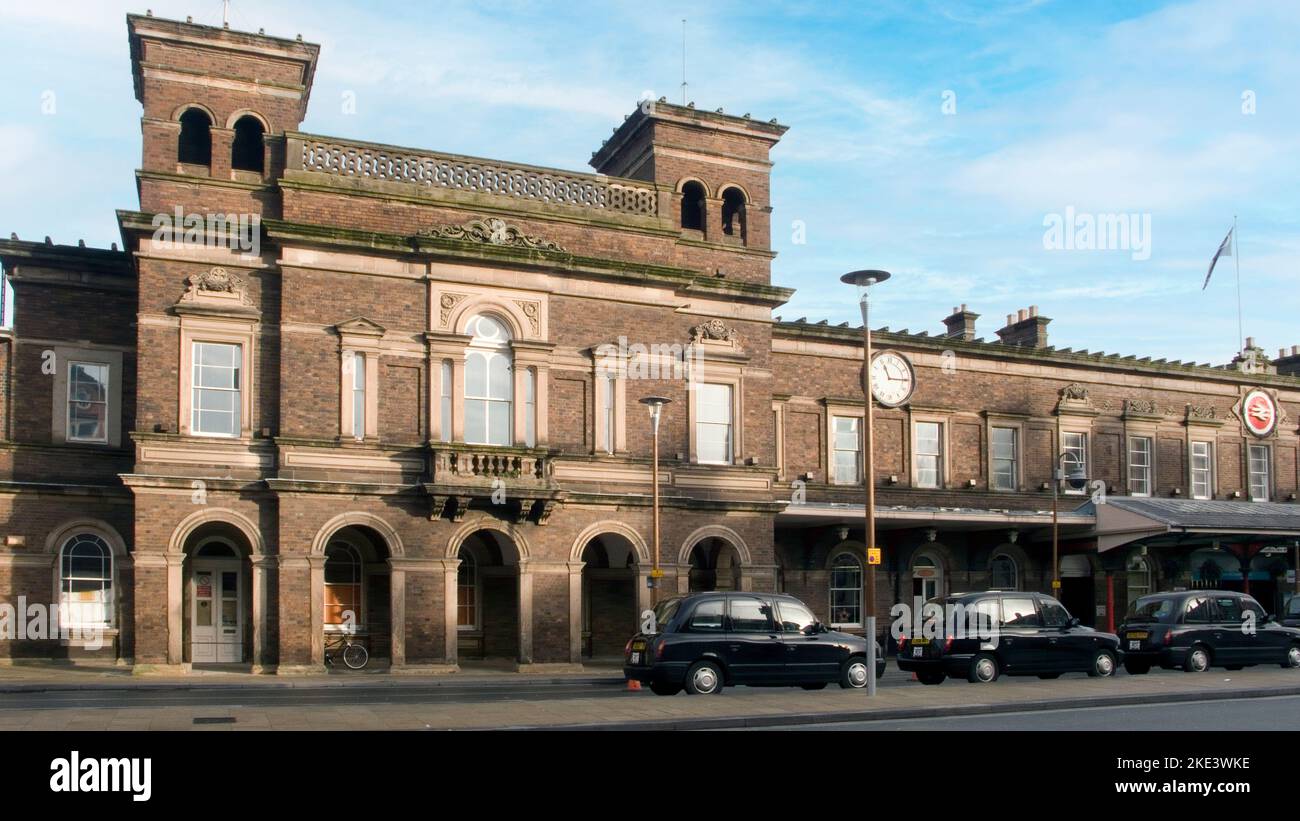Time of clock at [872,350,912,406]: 11:14
